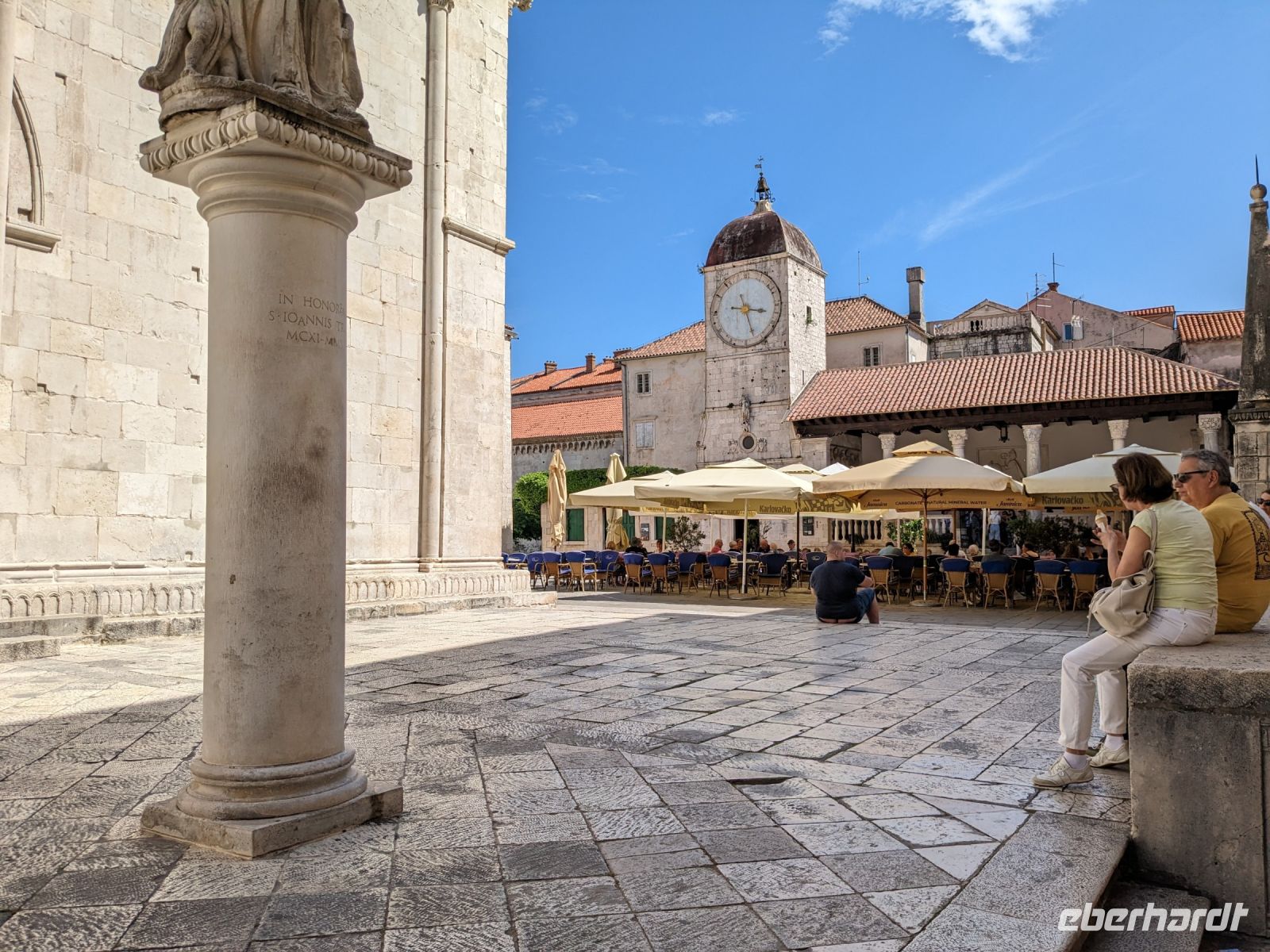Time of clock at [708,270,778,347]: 3:27
